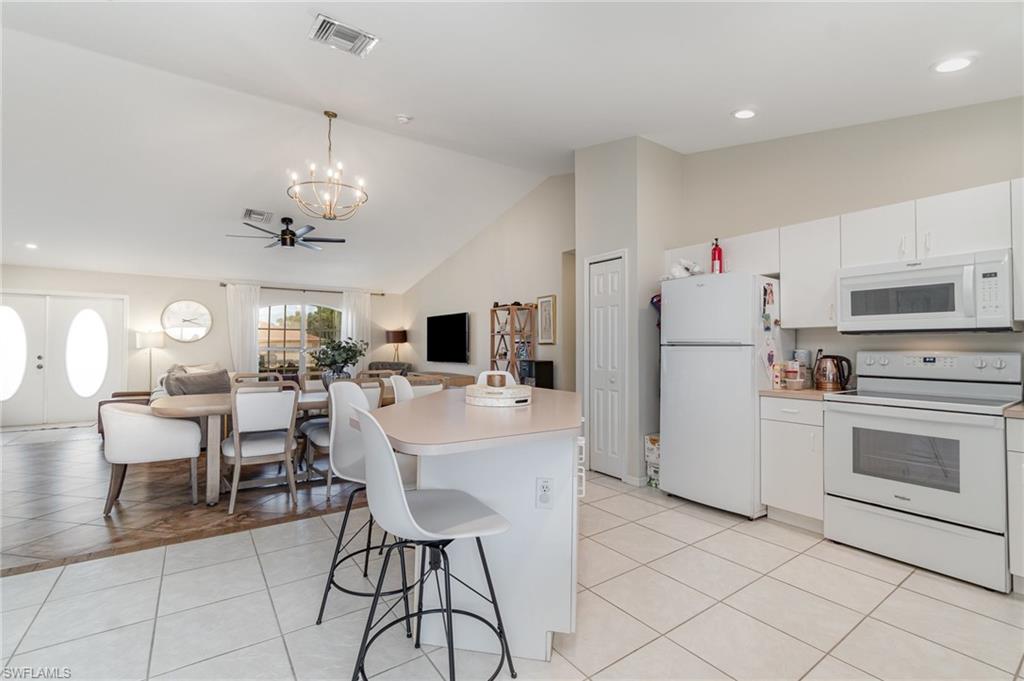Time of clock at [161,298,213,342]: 2:18
